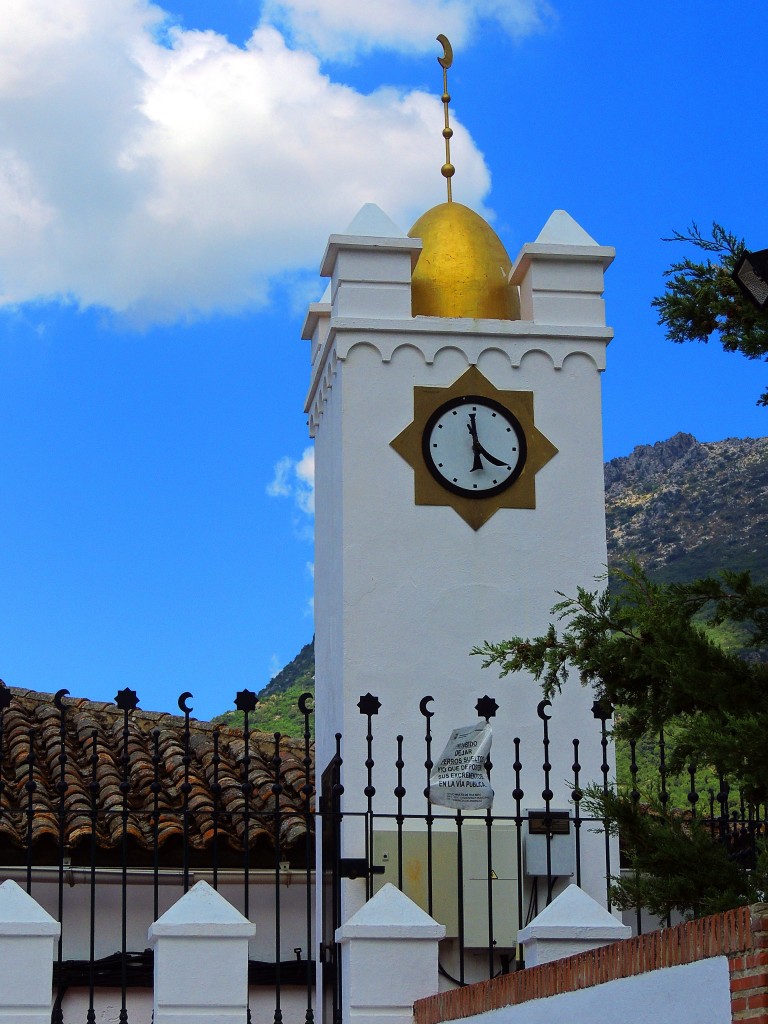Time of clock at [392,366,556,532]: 3:59
